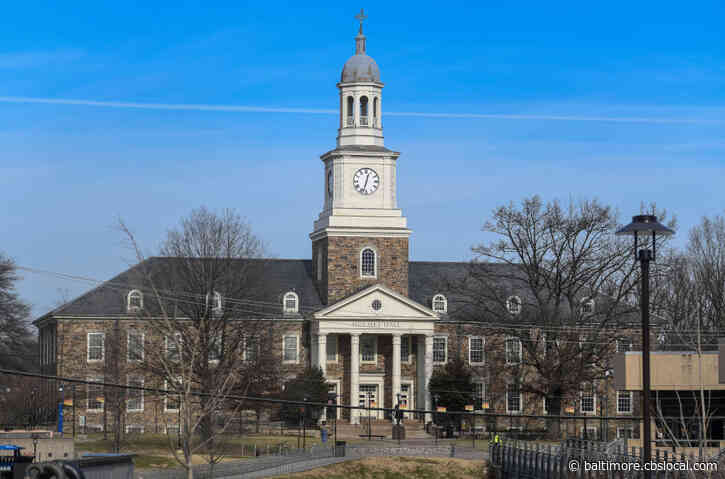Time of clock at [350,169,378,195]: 12:32
